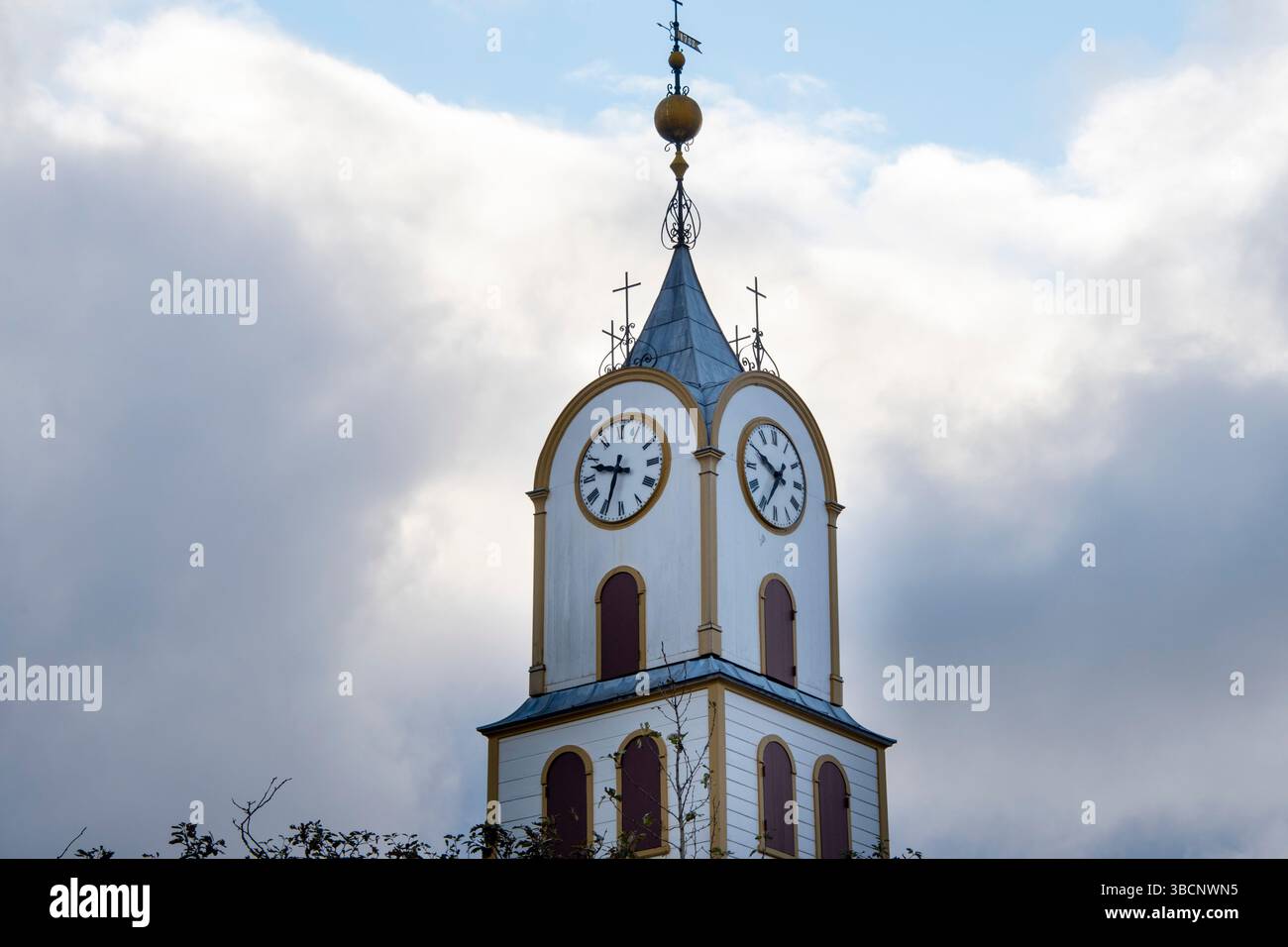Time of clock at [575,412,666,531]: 9:33
